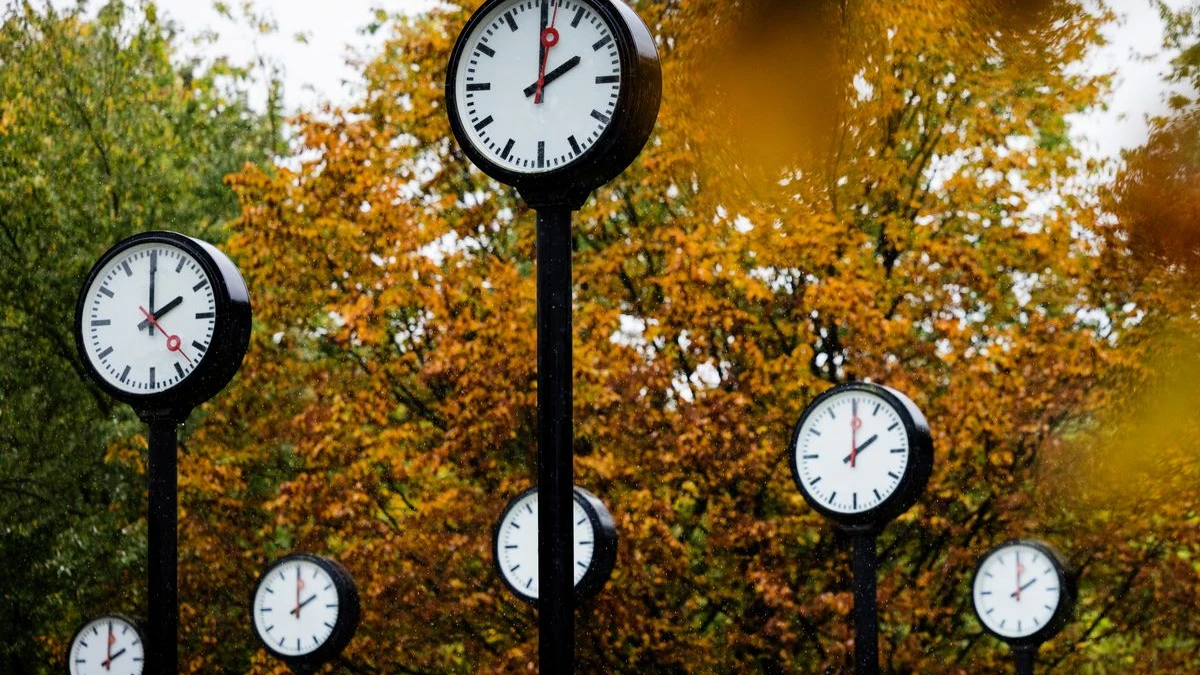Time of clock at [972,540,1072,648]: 2:00
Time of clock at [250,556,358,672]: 2:00
